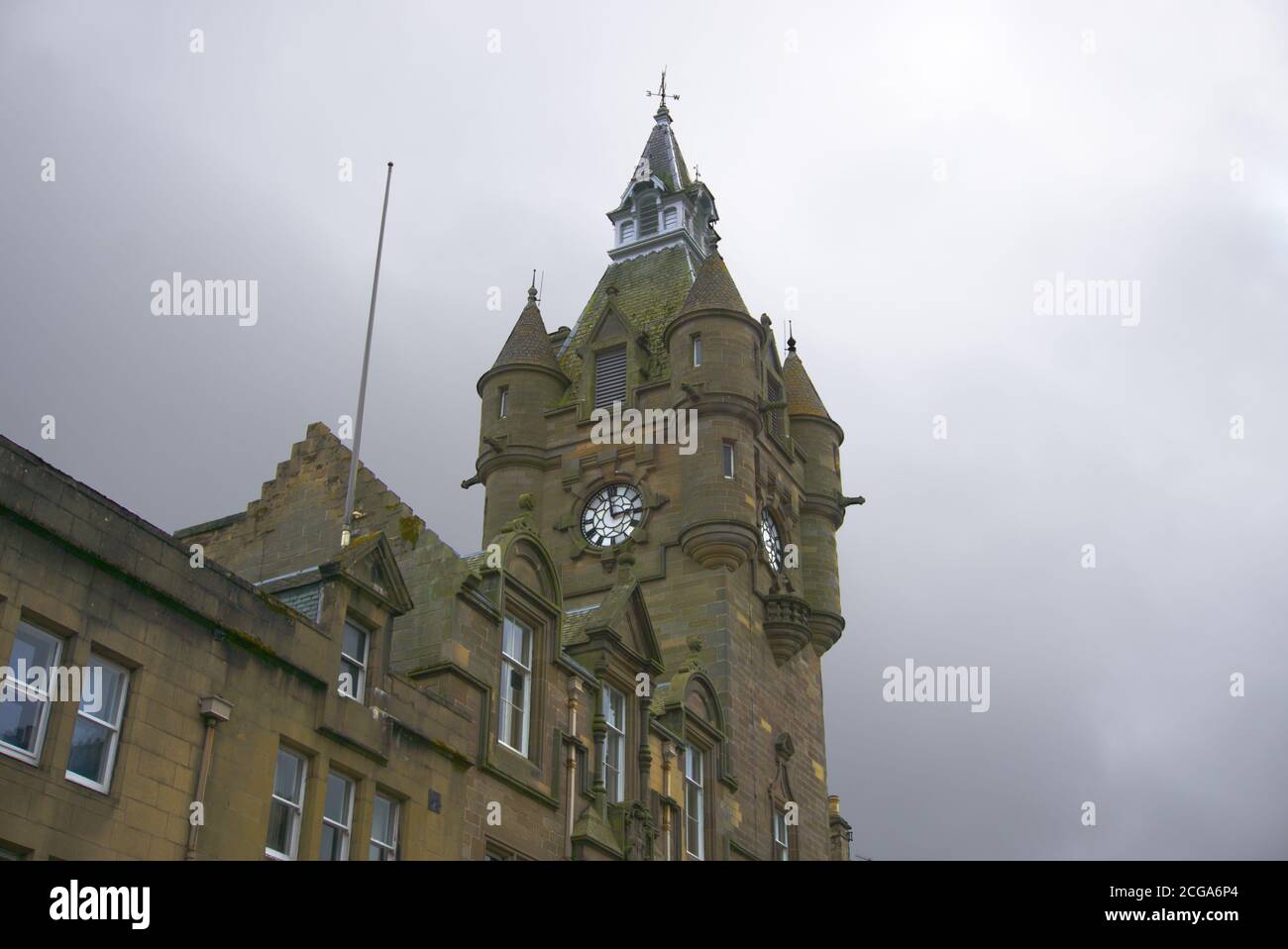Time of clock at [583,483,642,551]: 2:58
